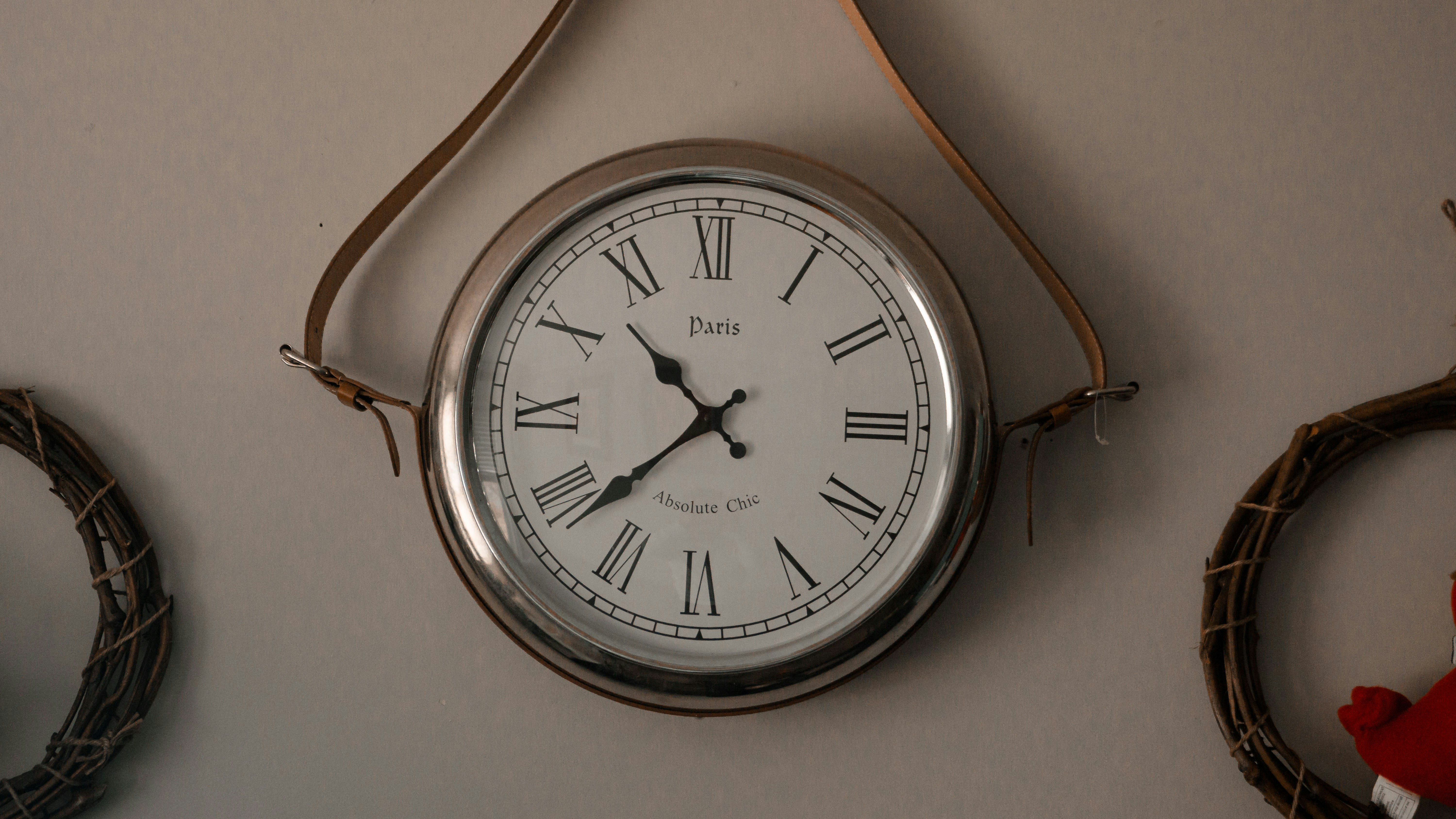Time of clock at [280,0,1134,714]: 10:38
